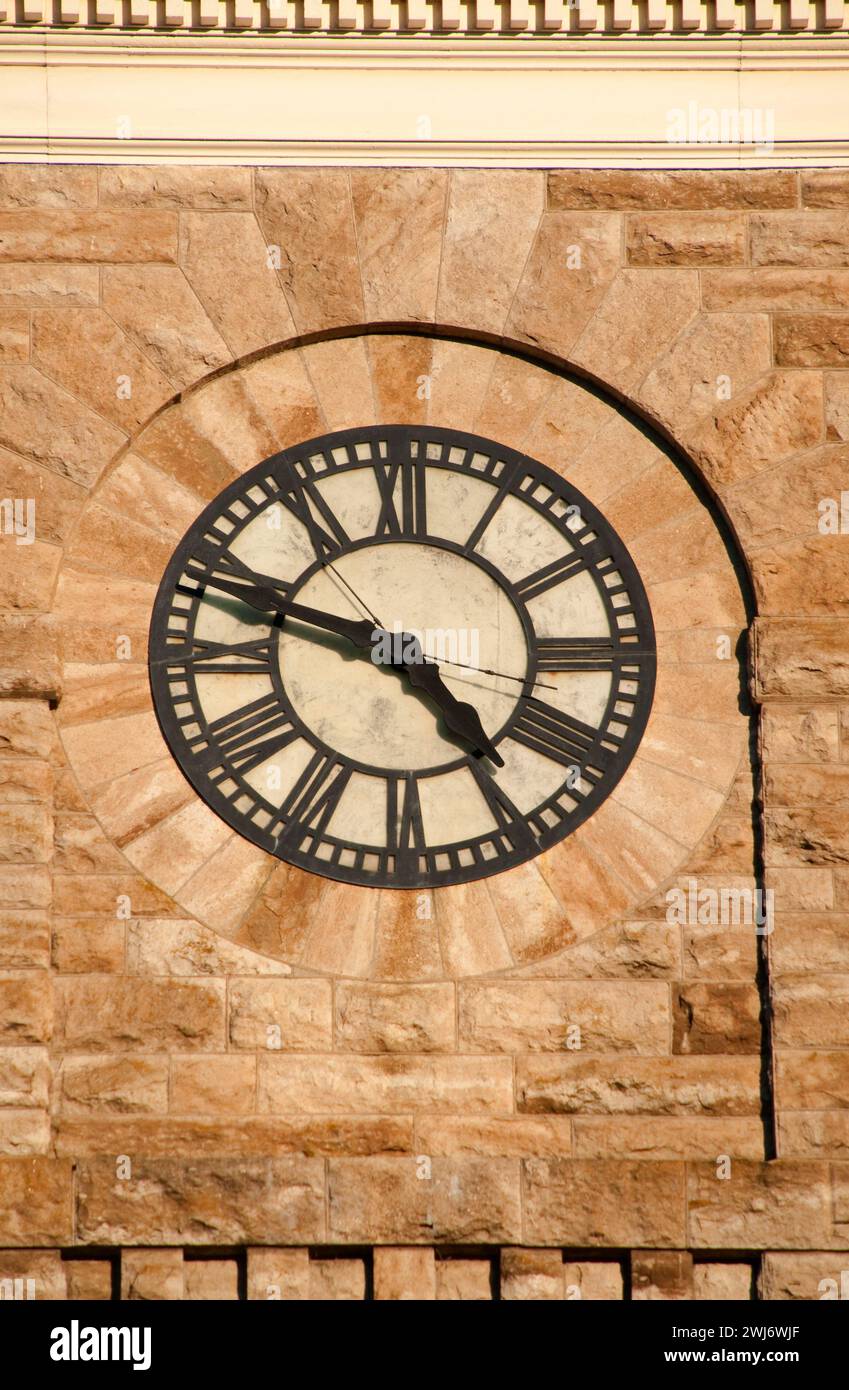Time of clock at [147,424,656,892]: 4:47
